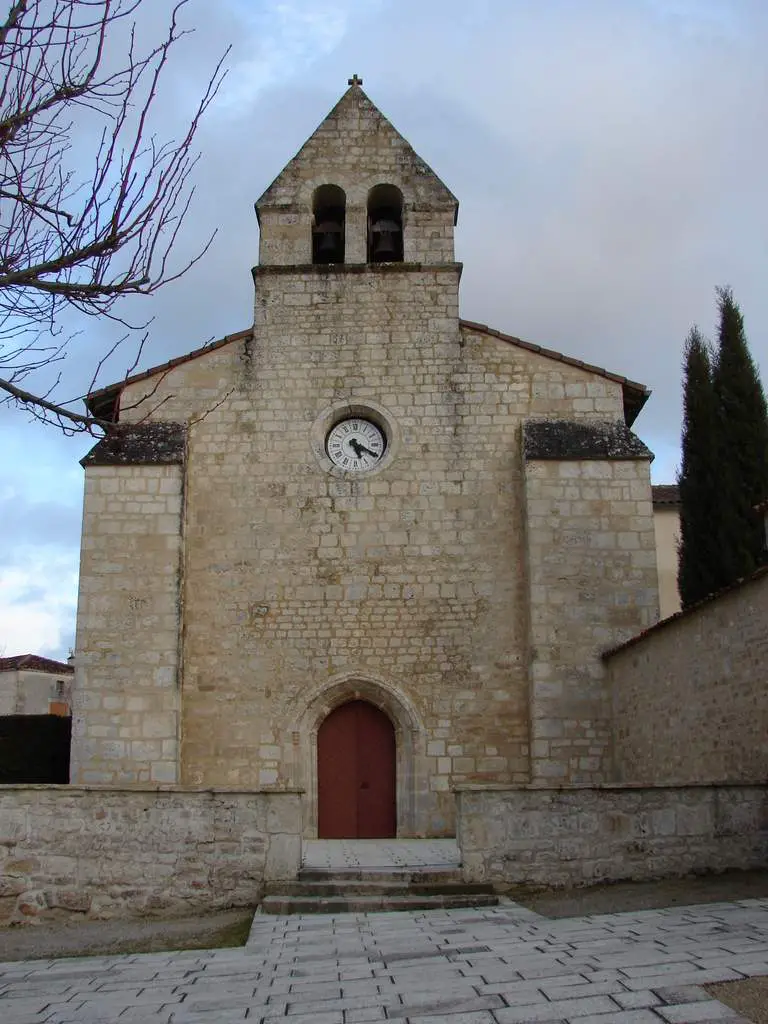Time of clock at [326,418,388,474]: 5:19
